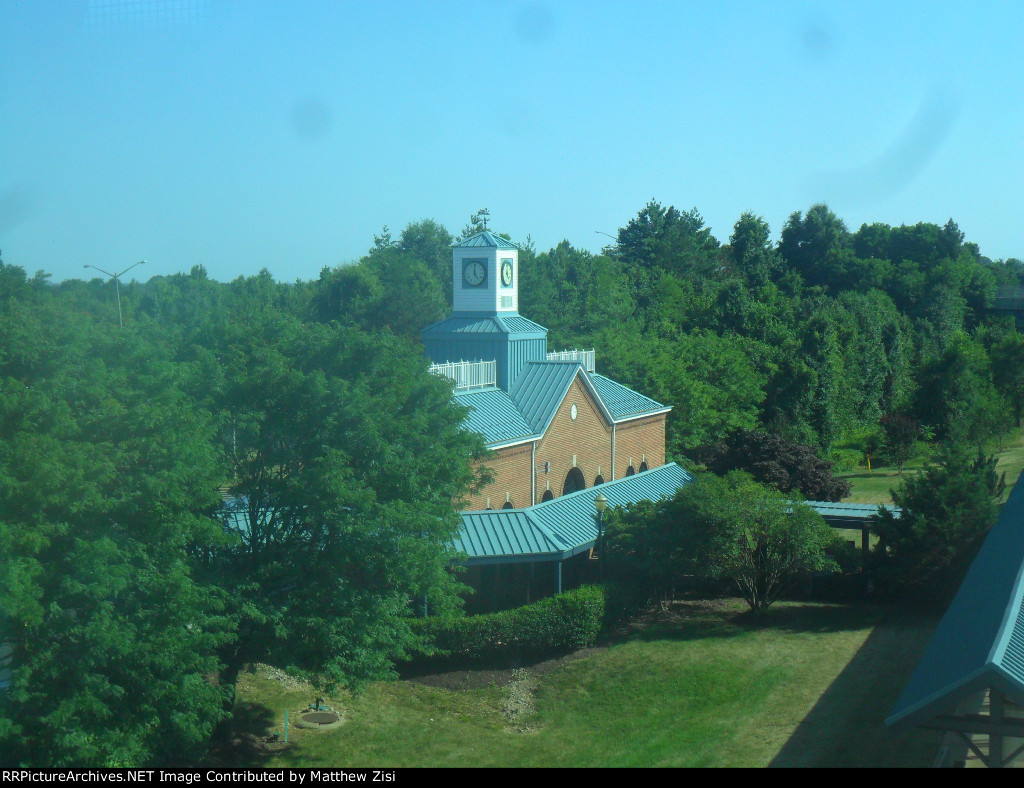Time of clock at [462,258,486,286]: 4:59
